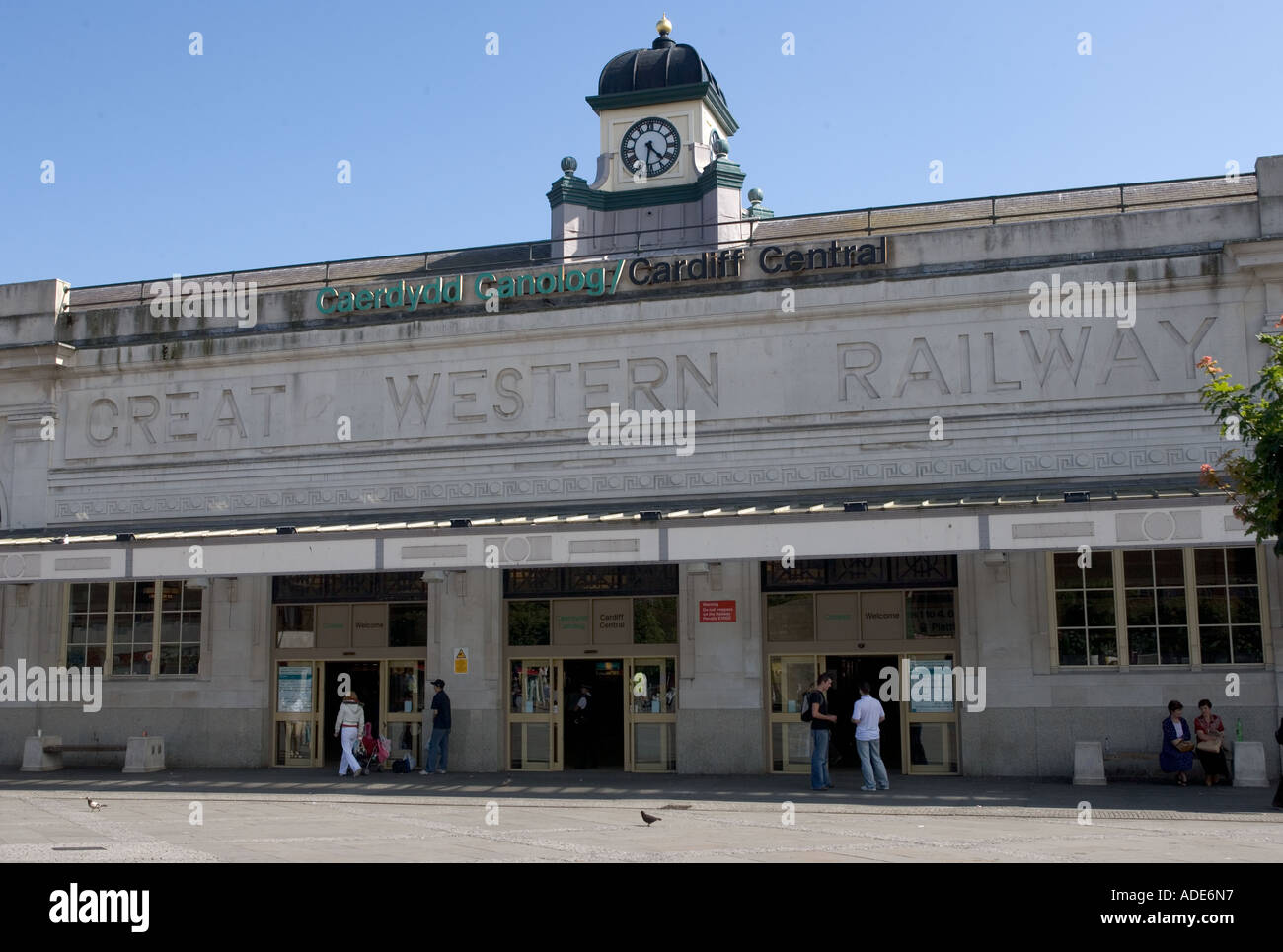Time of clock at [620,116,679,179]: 4:31
